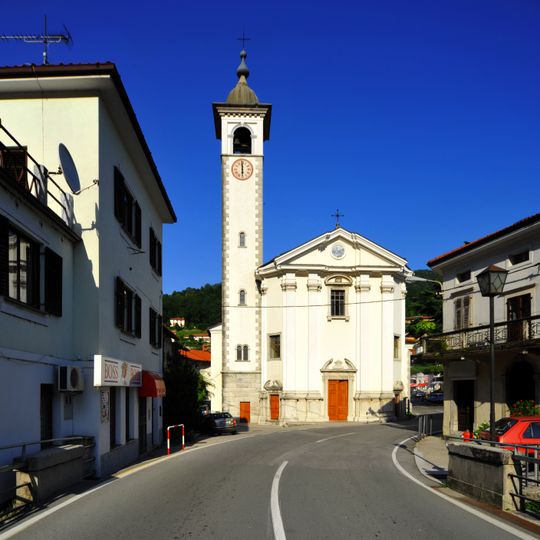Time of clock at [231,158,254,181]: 5:59
